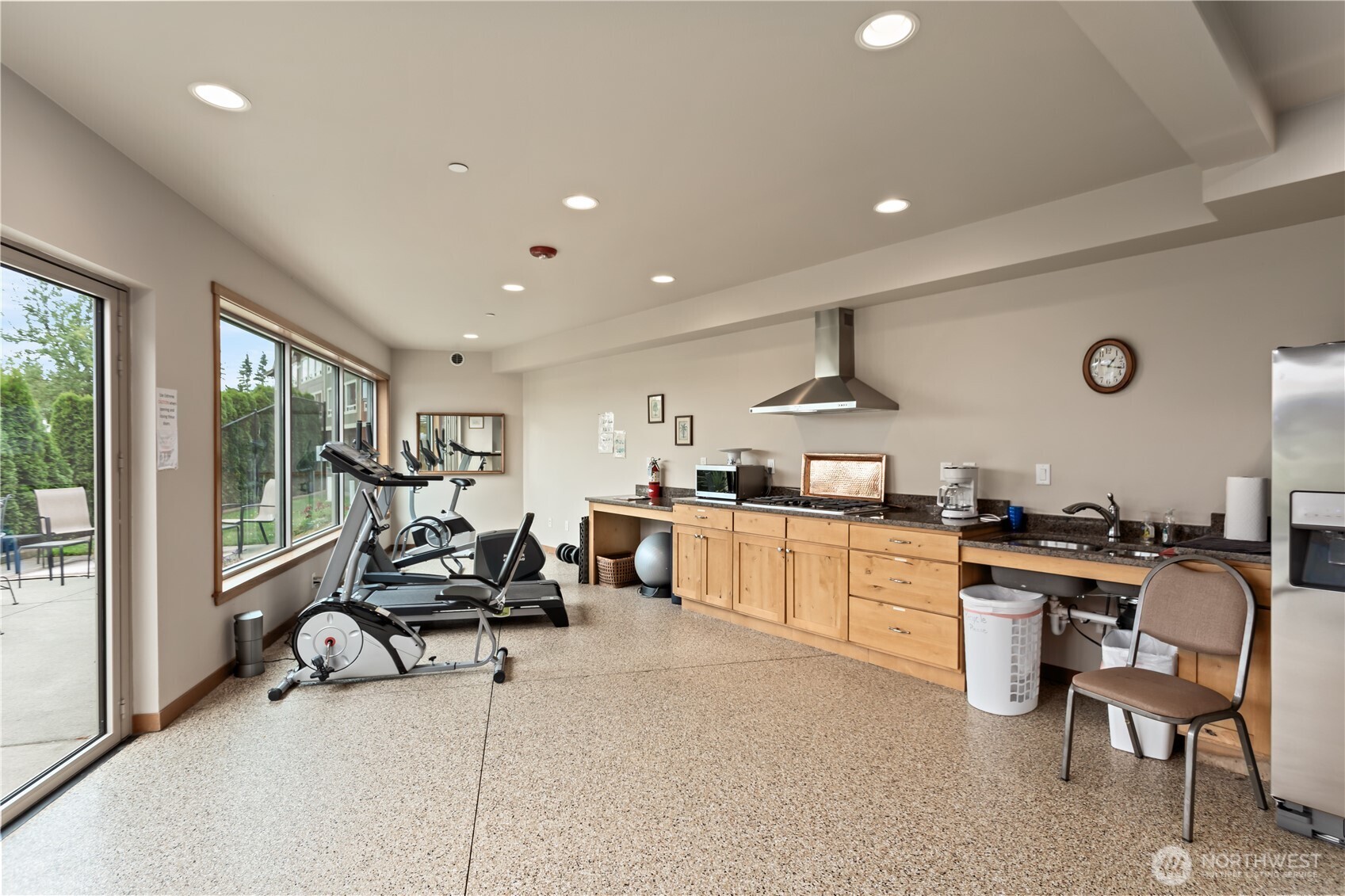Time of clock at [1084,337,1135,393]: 1:16
